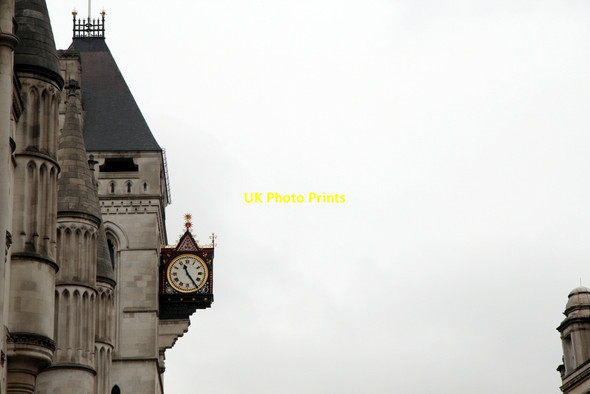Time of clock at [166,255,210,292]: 11:24
